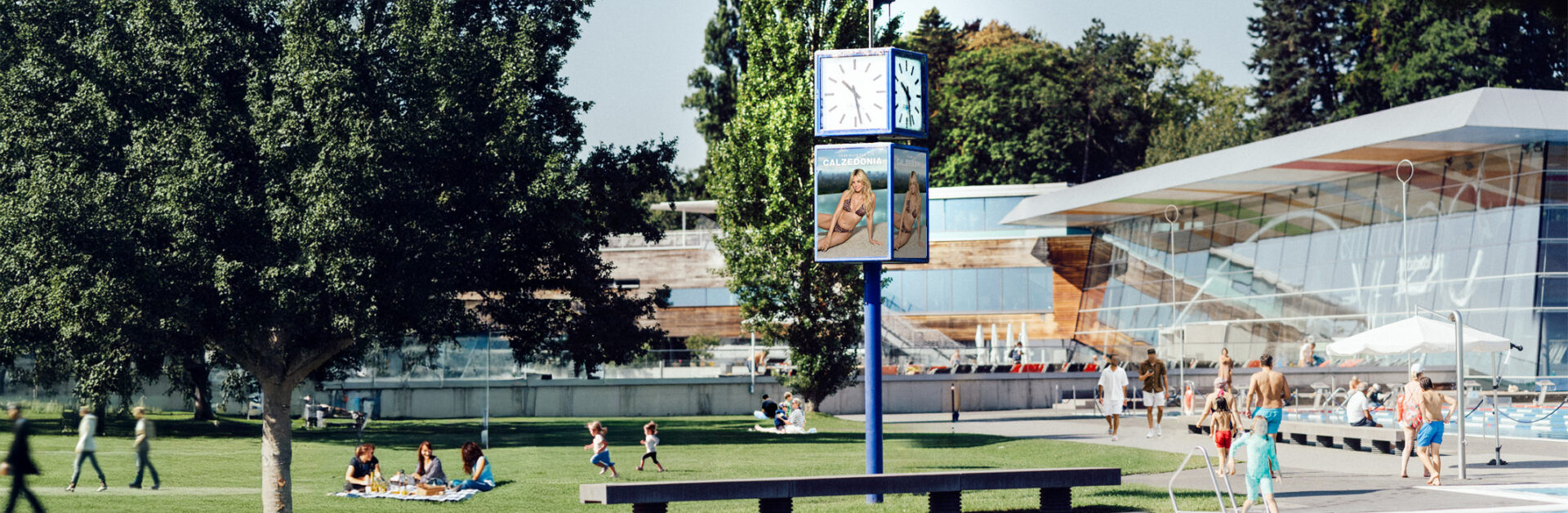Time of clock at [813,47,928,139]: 10:28
